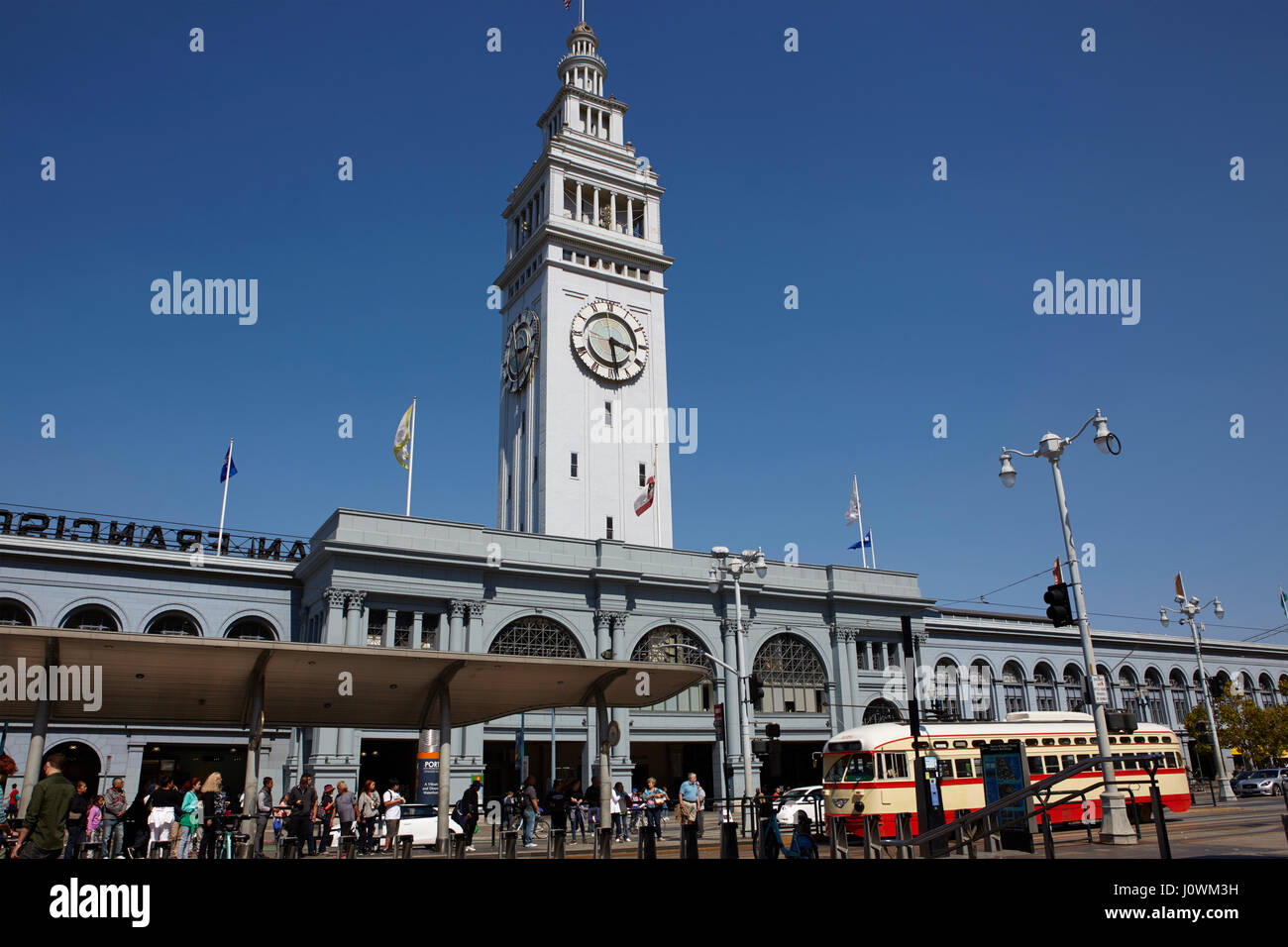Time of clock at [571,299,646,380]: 3:28
